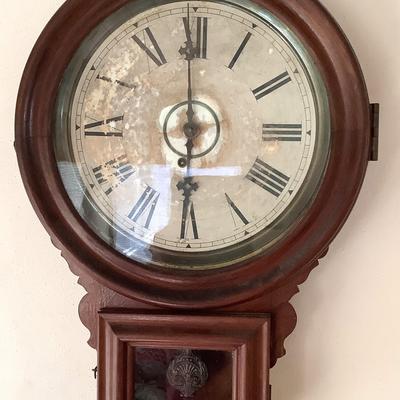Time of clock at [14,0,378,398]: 5:59
